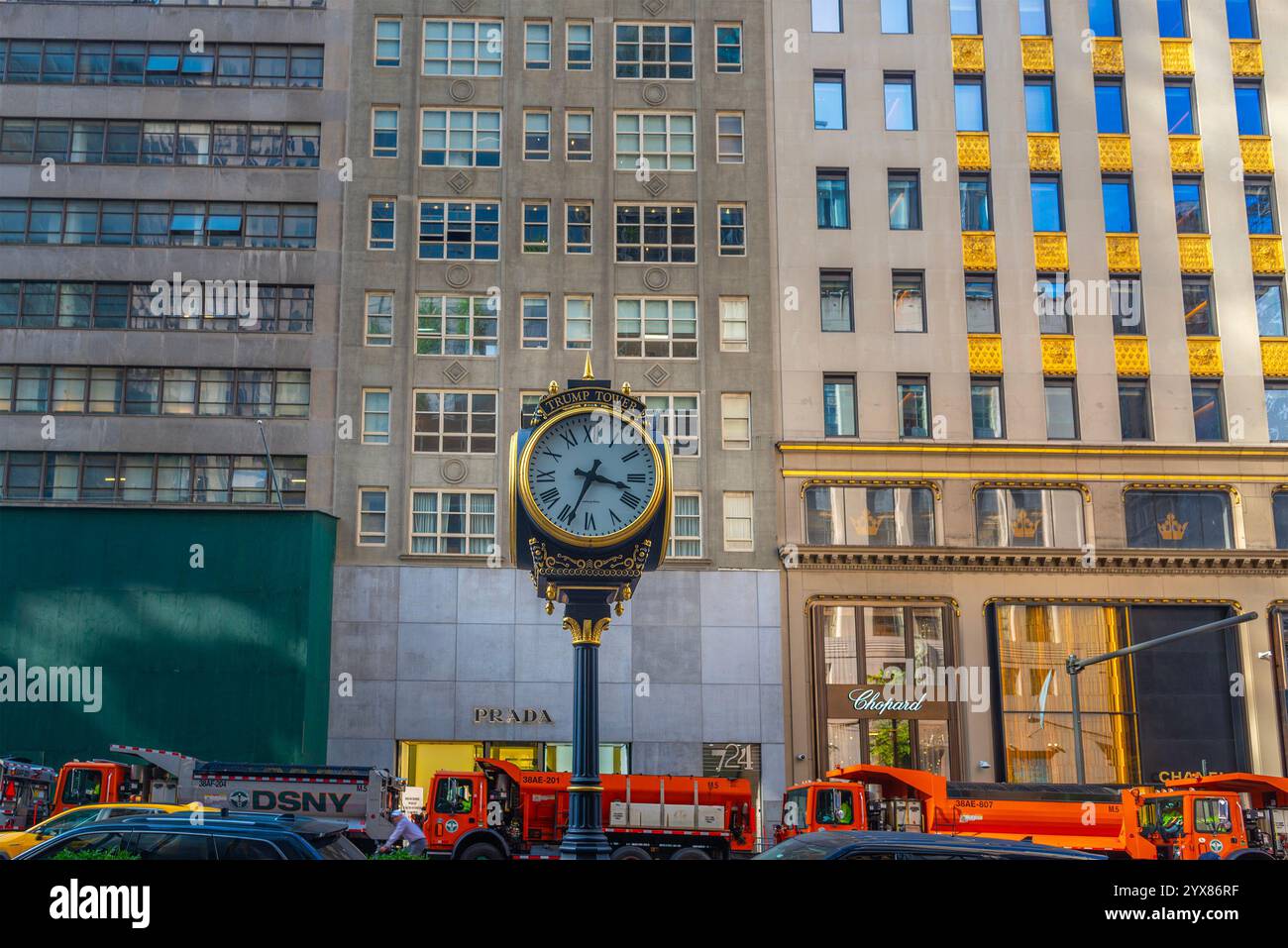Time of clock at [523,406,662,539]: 3:34
